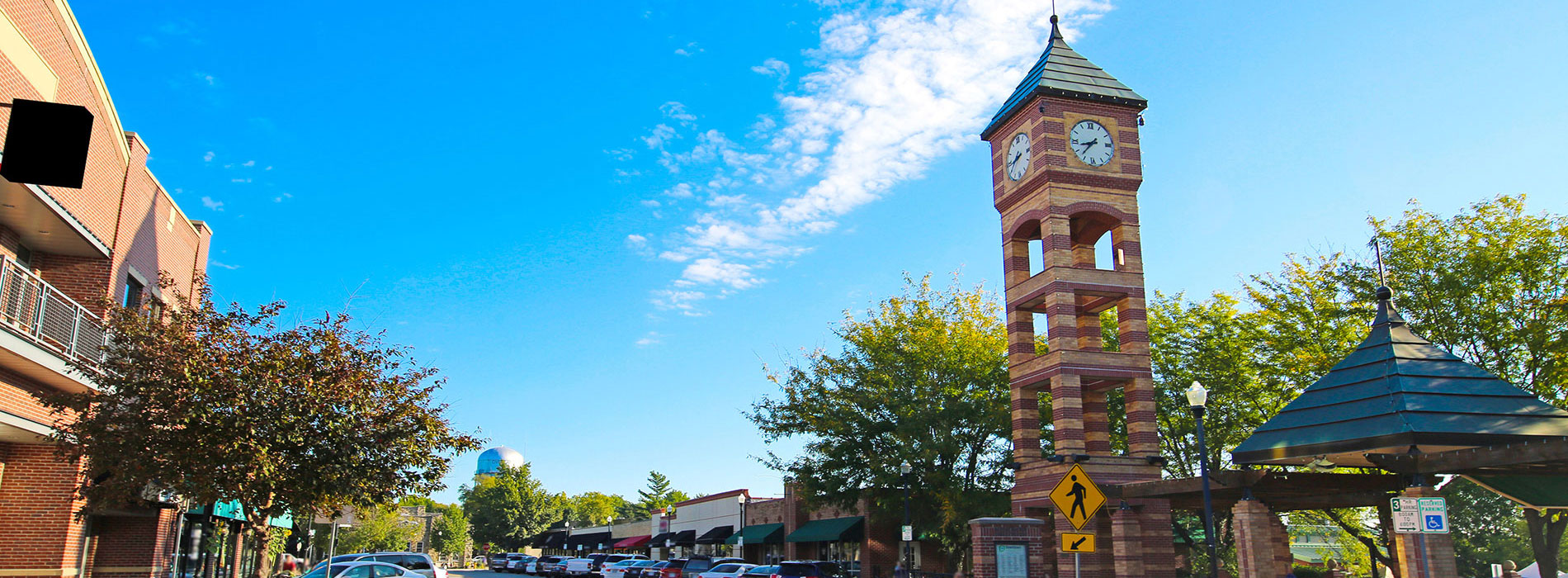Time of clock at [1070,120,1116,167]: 8:37
